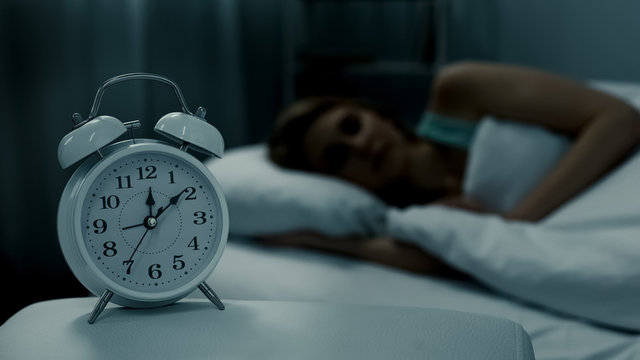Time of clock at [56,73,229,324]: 12:09
